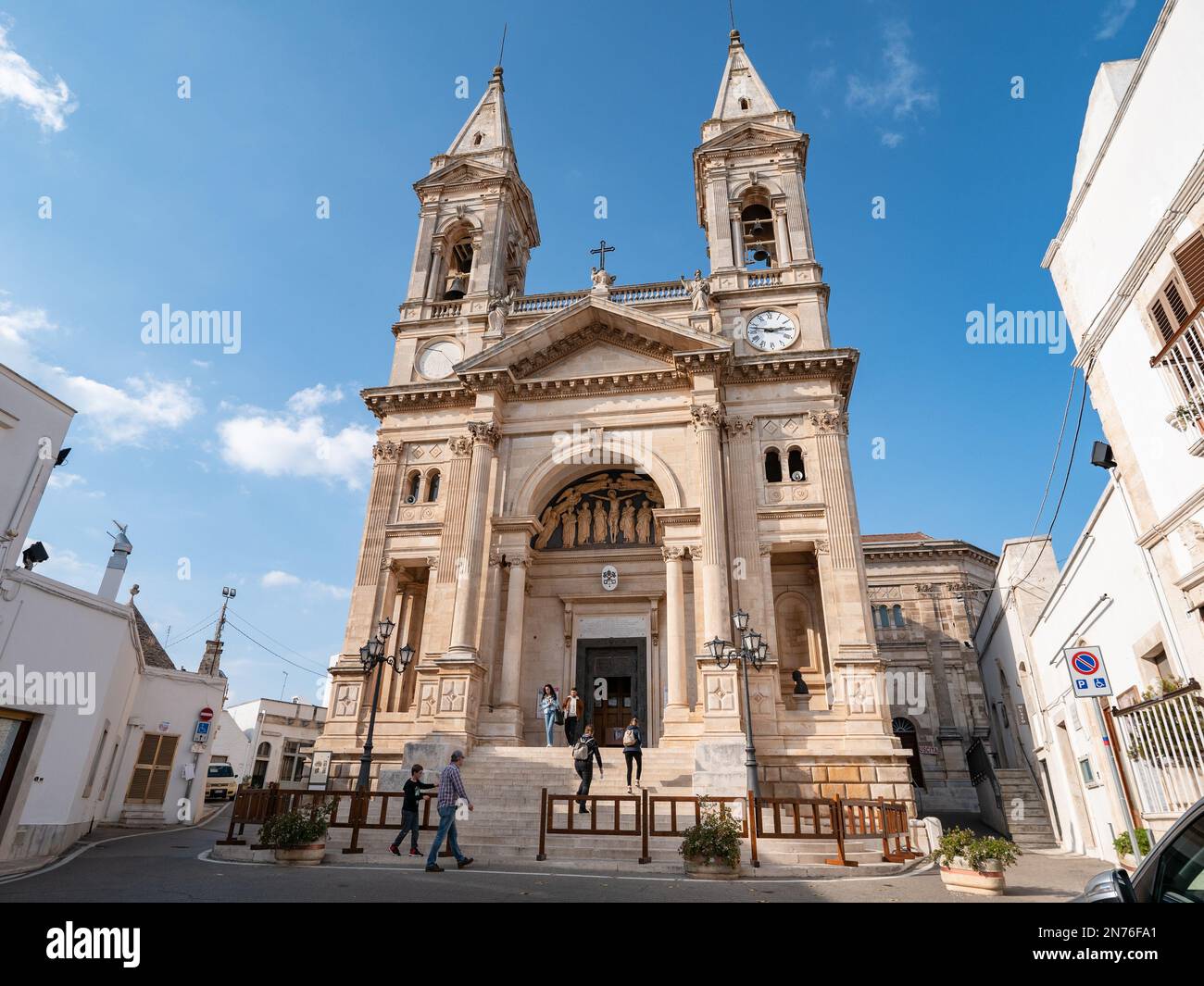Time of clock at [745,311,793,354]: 2:47
